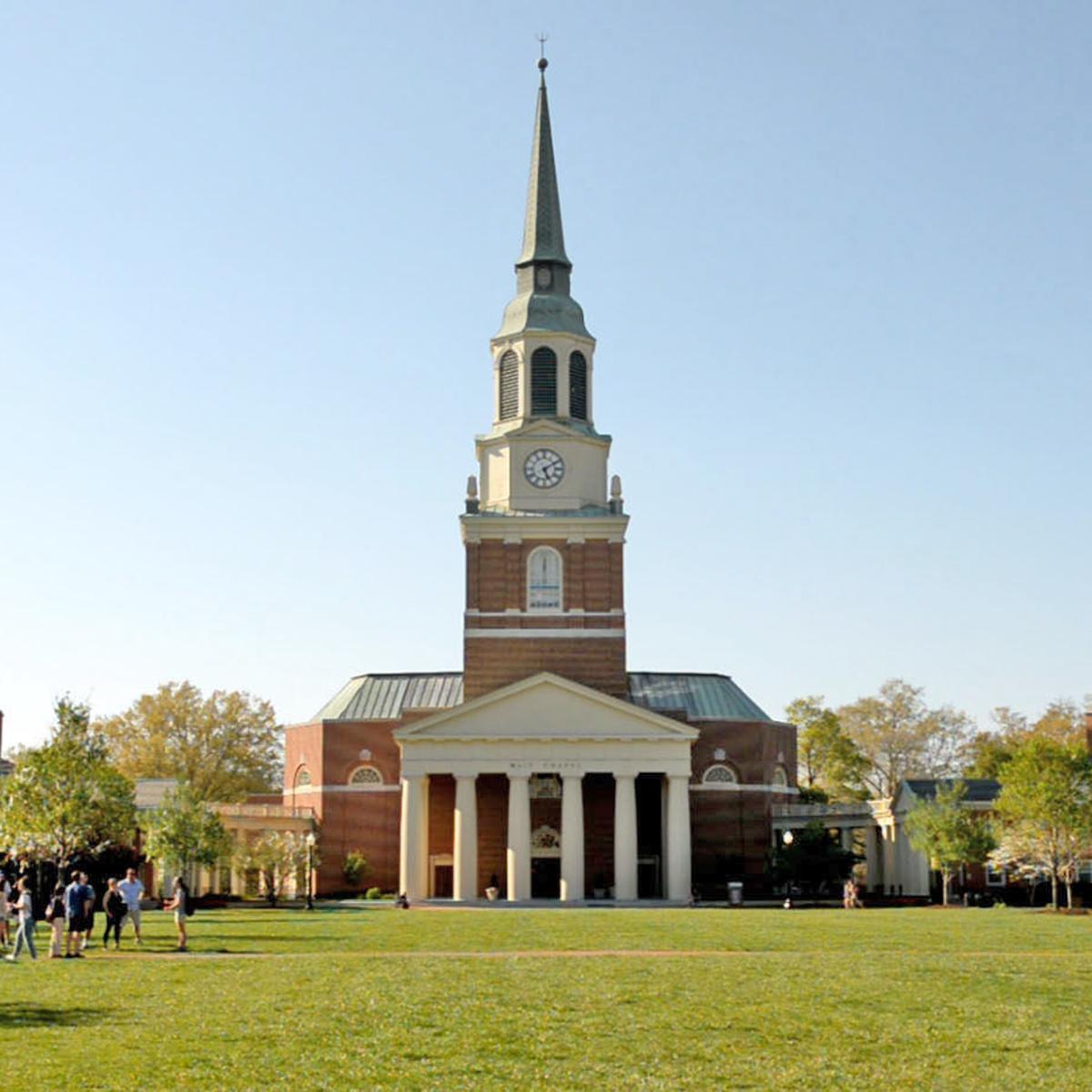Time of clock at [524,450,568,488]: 5:09
